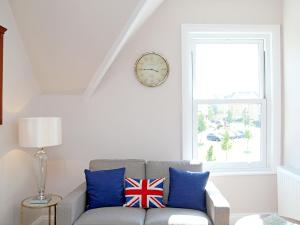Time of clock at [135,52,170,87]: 3:44
